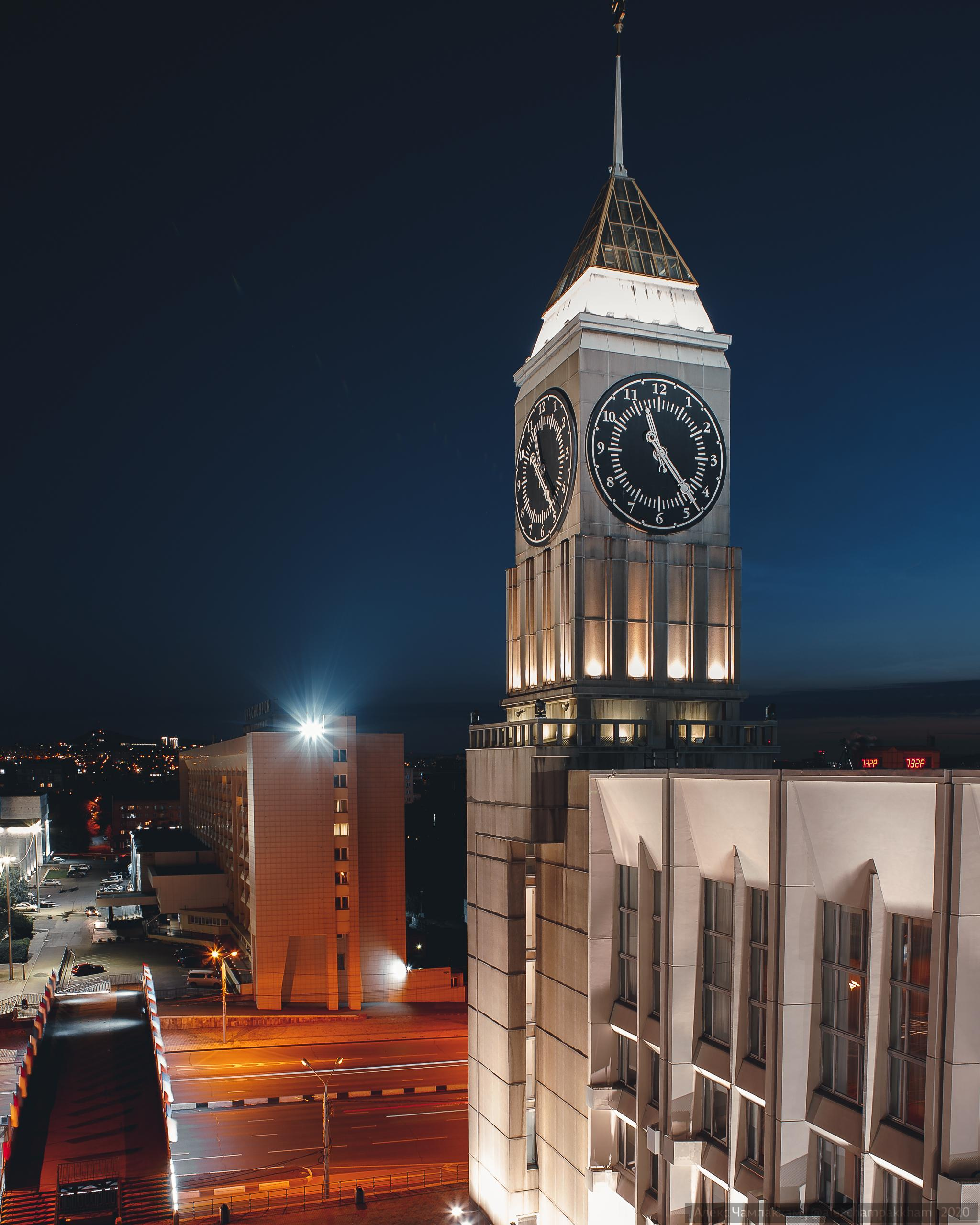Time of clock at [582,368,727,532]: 11:23
